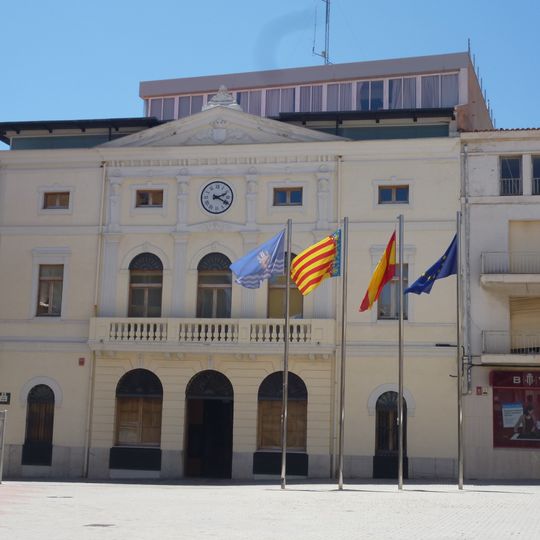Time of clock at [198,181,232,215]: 2:19
